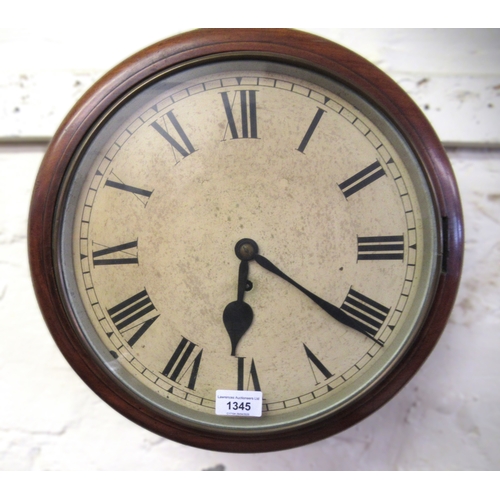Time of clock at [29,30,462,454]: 6:20
